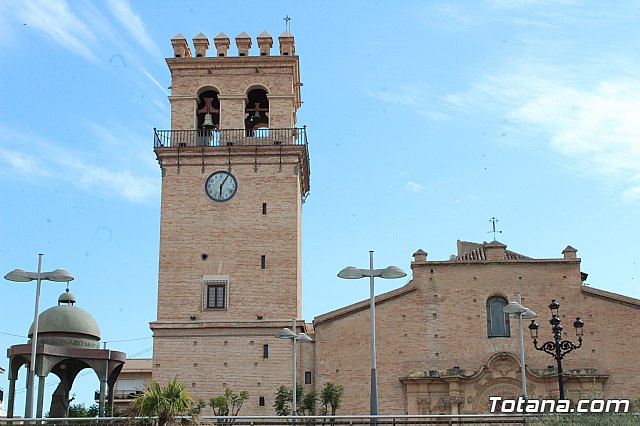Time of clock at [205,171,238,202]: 6:05
